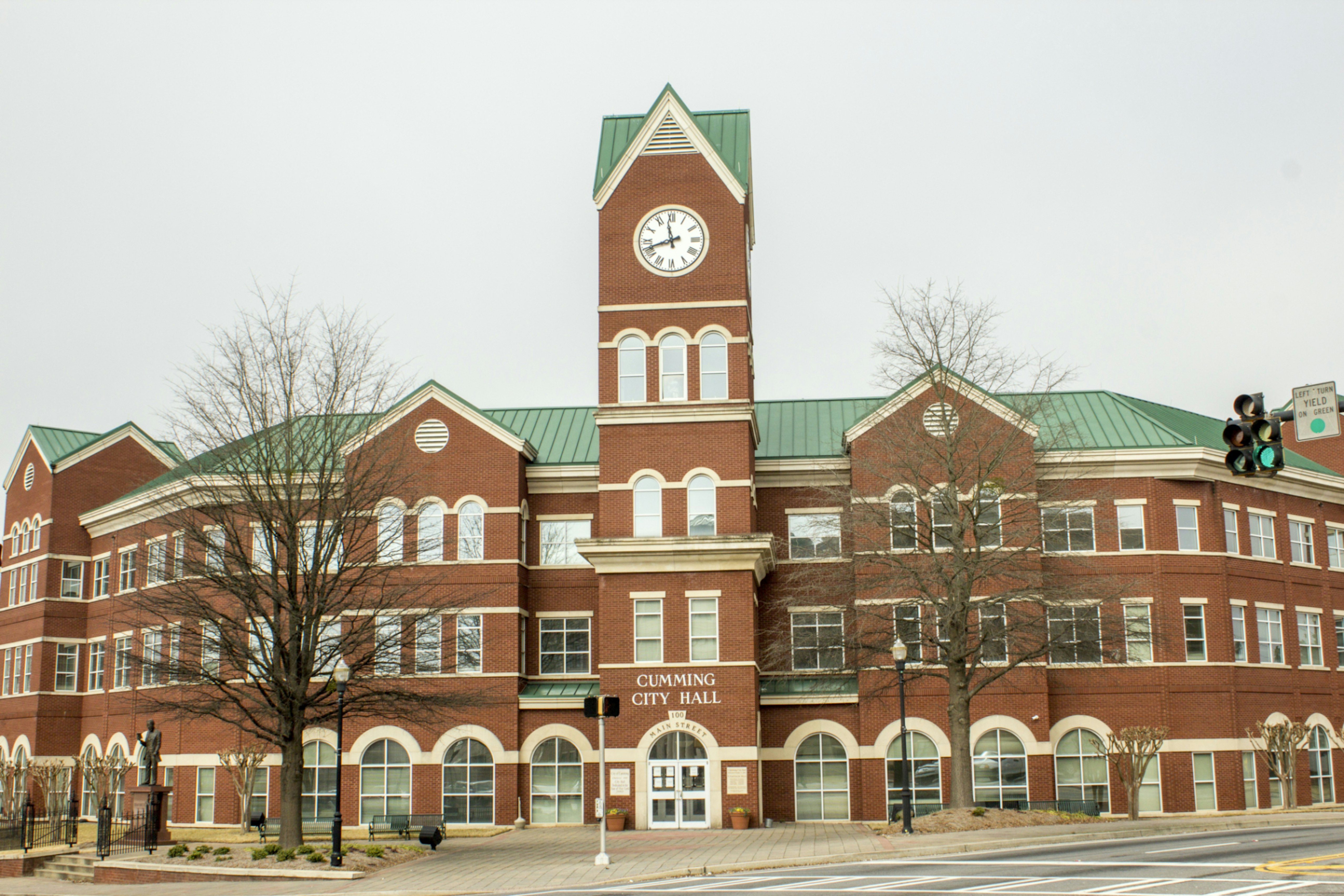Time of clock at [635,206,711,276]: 11:41
